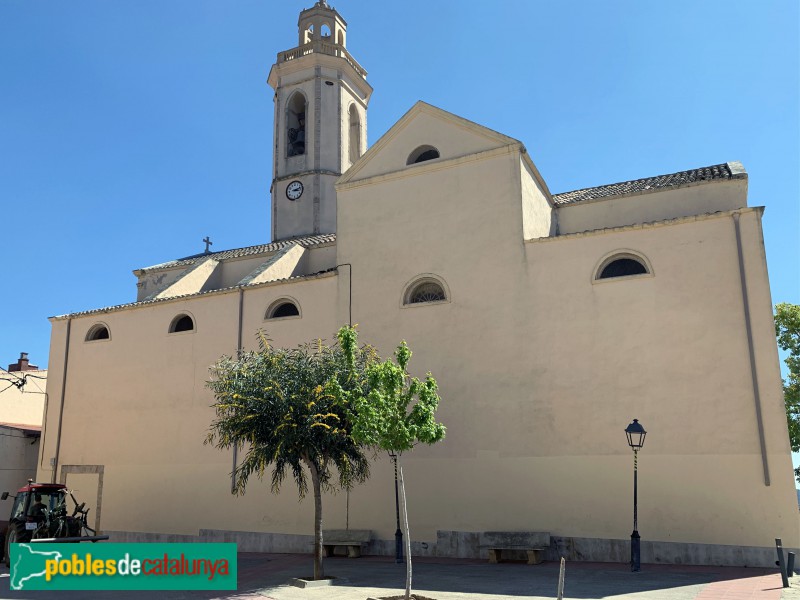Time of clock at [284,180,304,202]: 3:12
